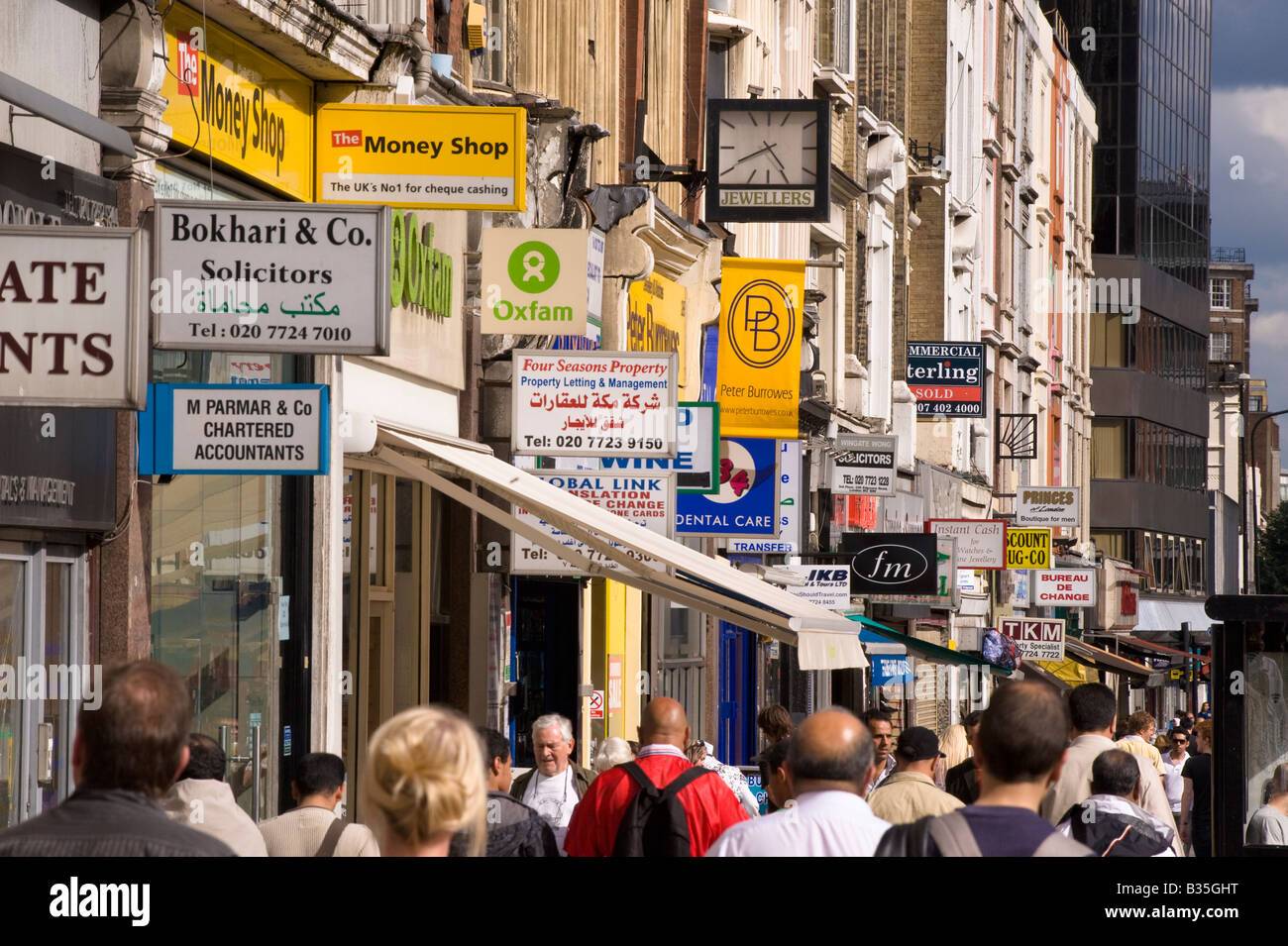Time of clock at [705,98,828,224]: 4:40
